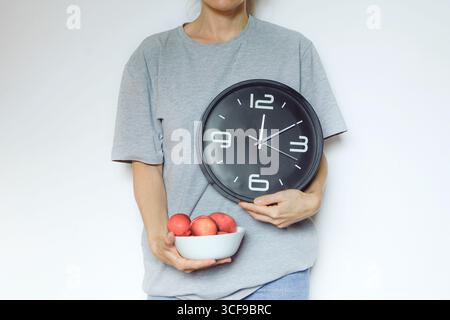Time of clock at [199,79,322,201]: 12:10
